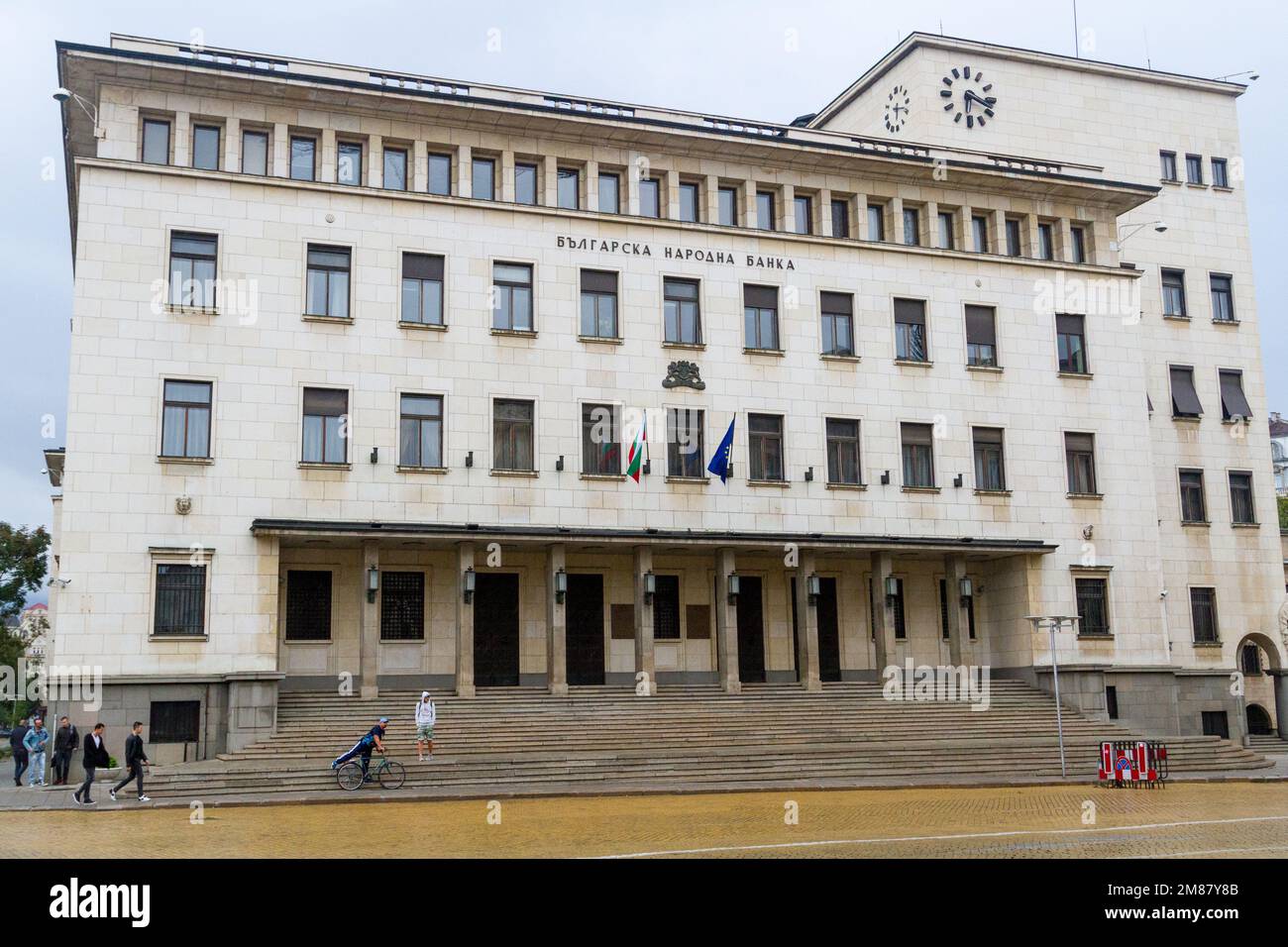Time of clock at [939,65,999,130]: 6:18
